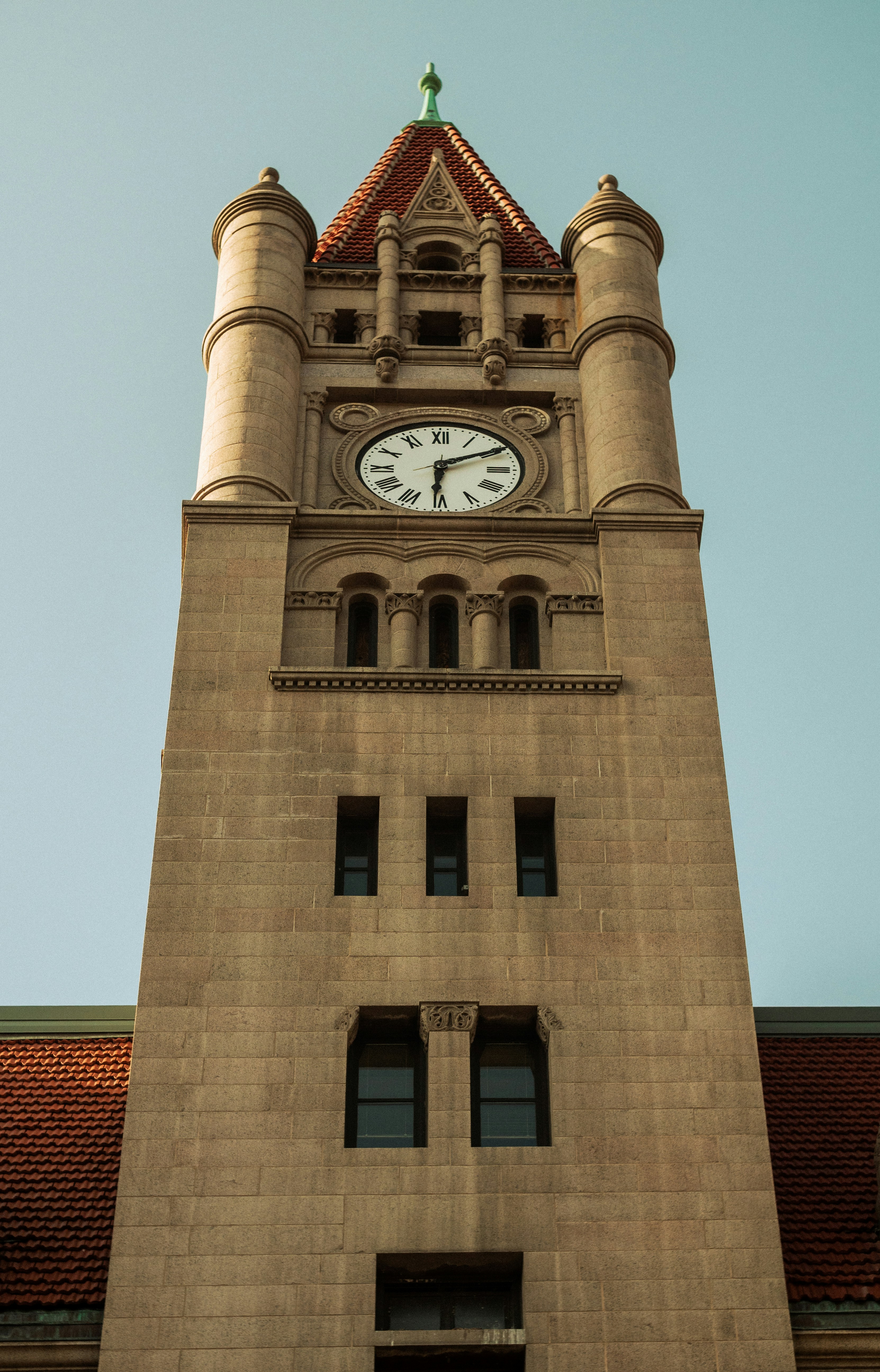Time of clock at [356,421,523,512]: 6:10
